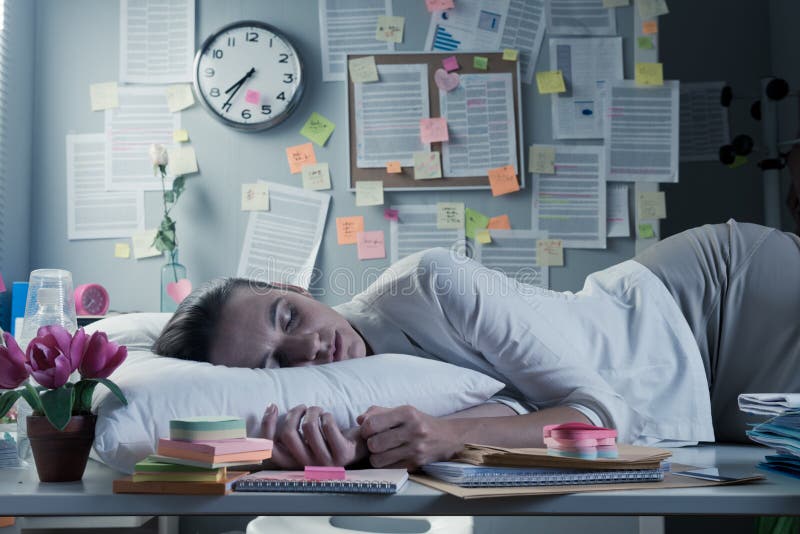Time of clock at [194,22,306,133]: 7:35
